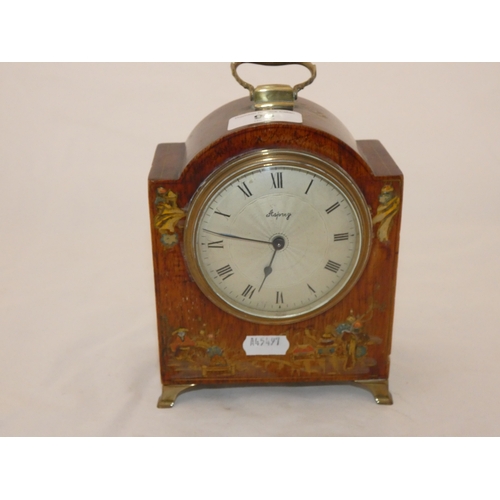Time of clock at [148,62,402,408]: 6:46
